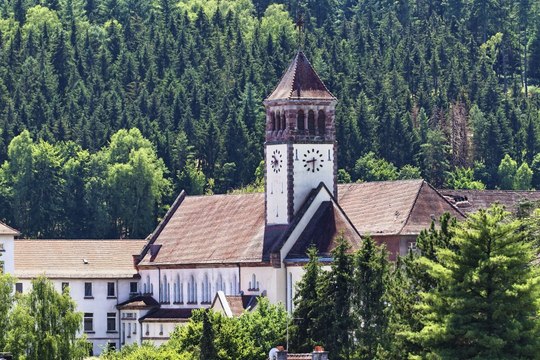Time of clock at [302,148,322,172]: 8:30
